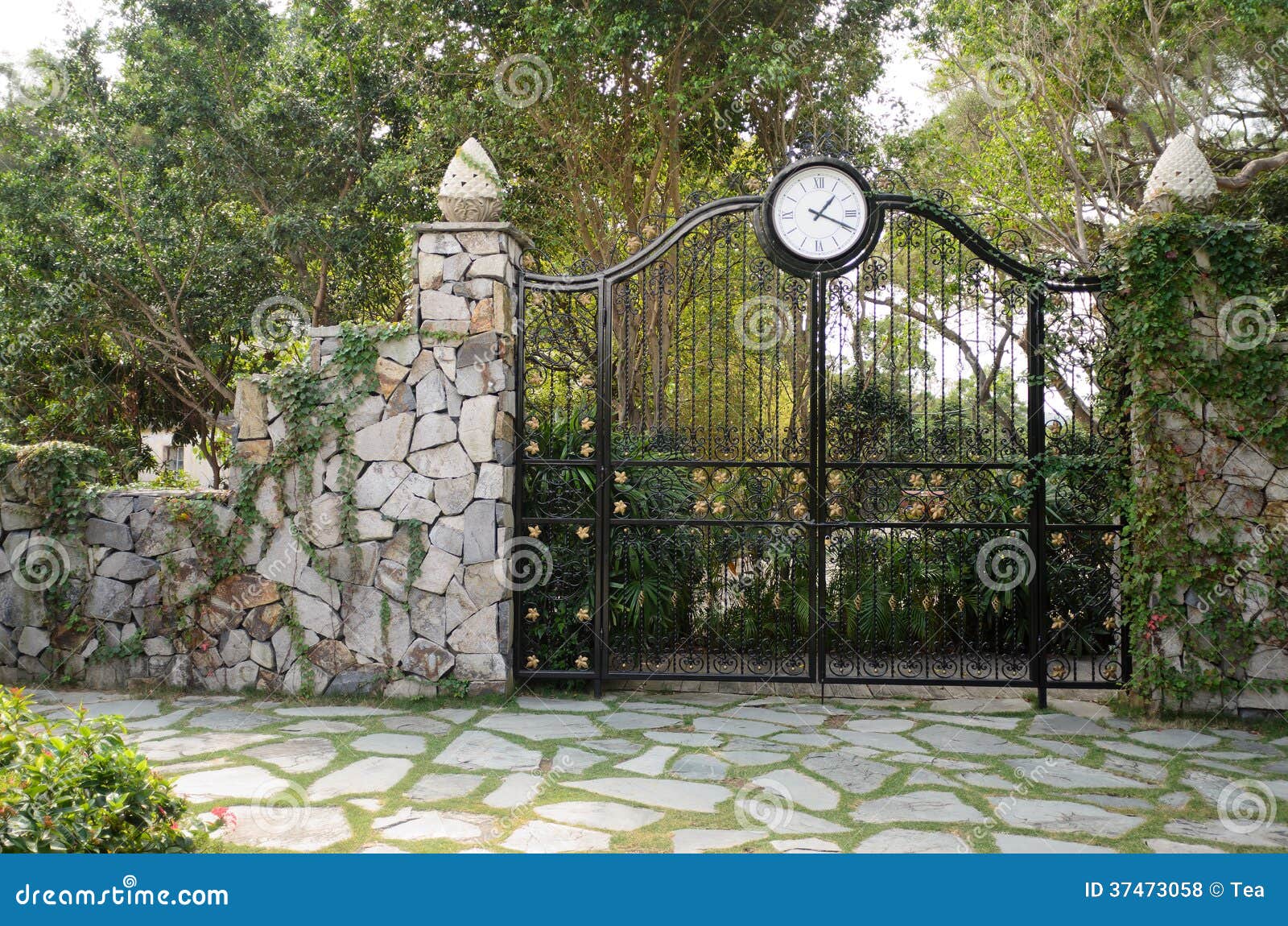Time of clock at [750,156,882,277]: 1:18
